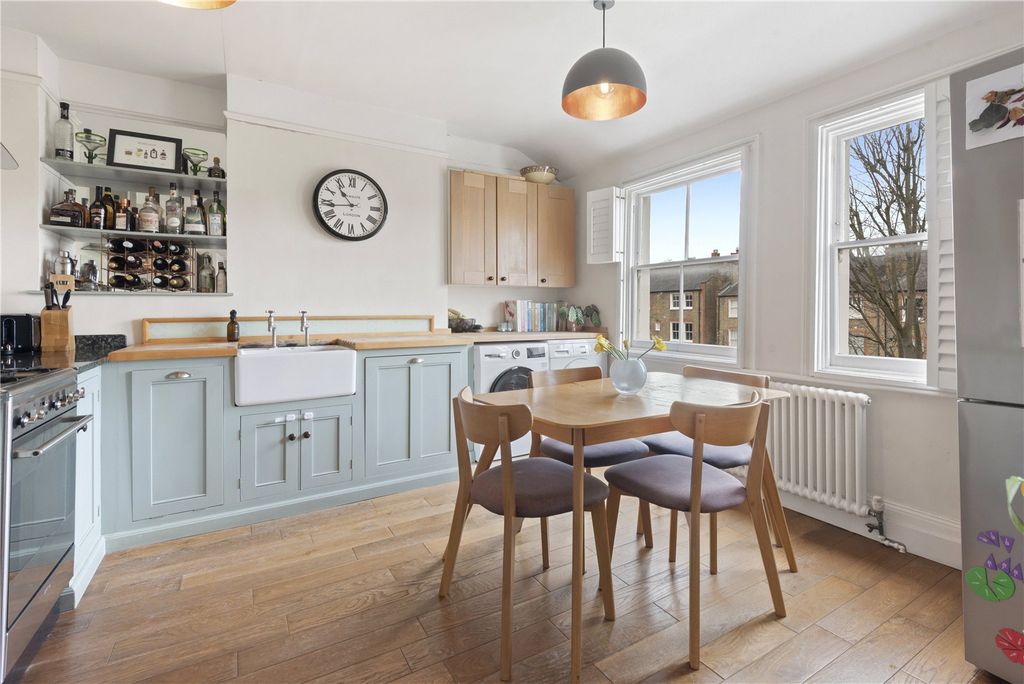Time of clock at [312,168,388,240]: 10:43
